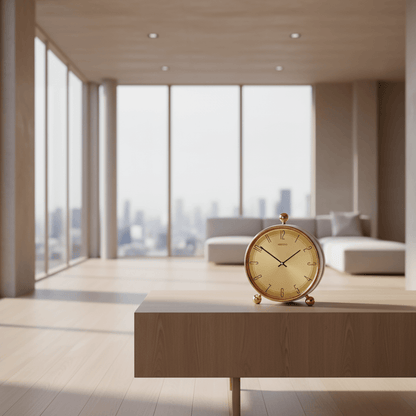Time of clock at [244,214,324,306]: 1:50
